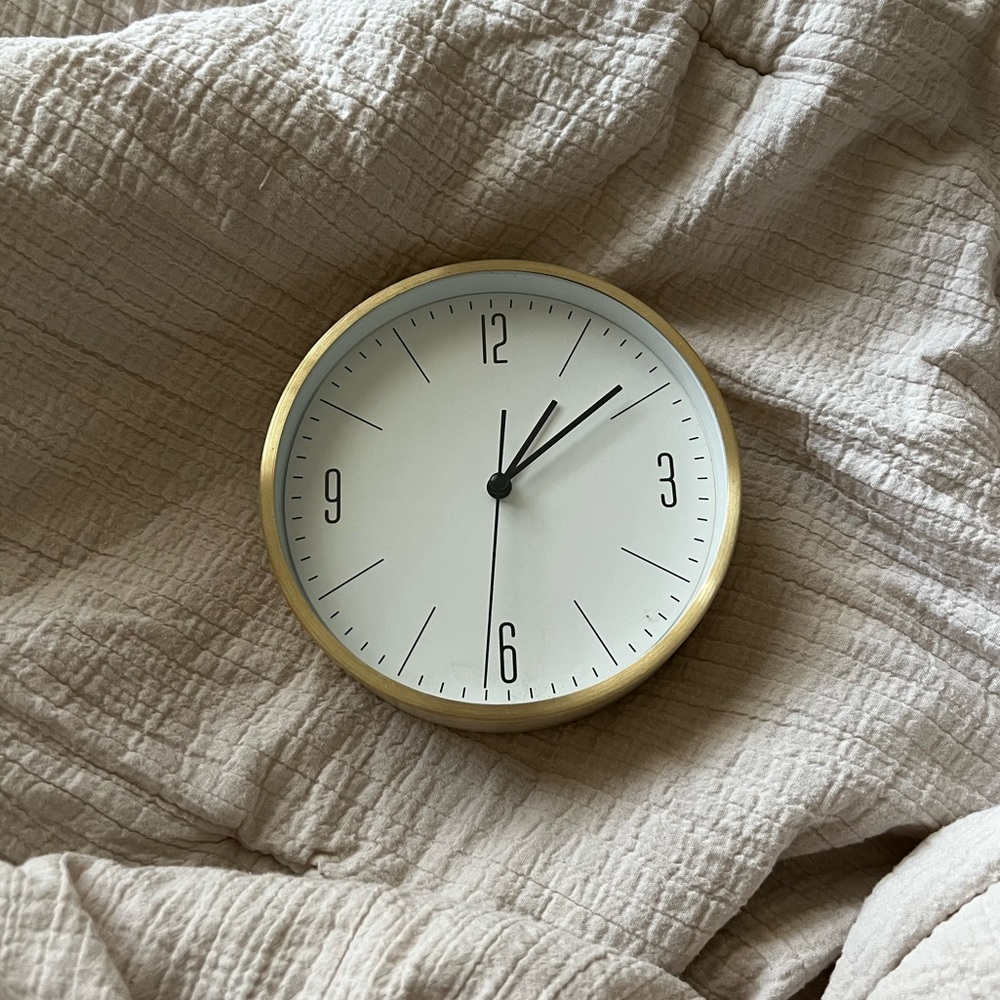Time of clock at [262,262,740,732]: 1:09
